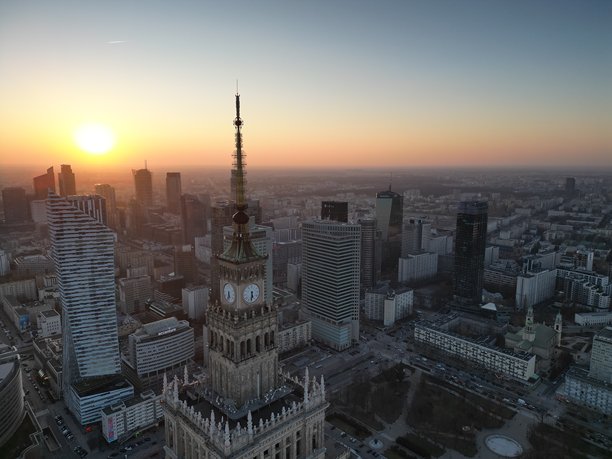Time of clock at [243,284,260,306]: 5:31
